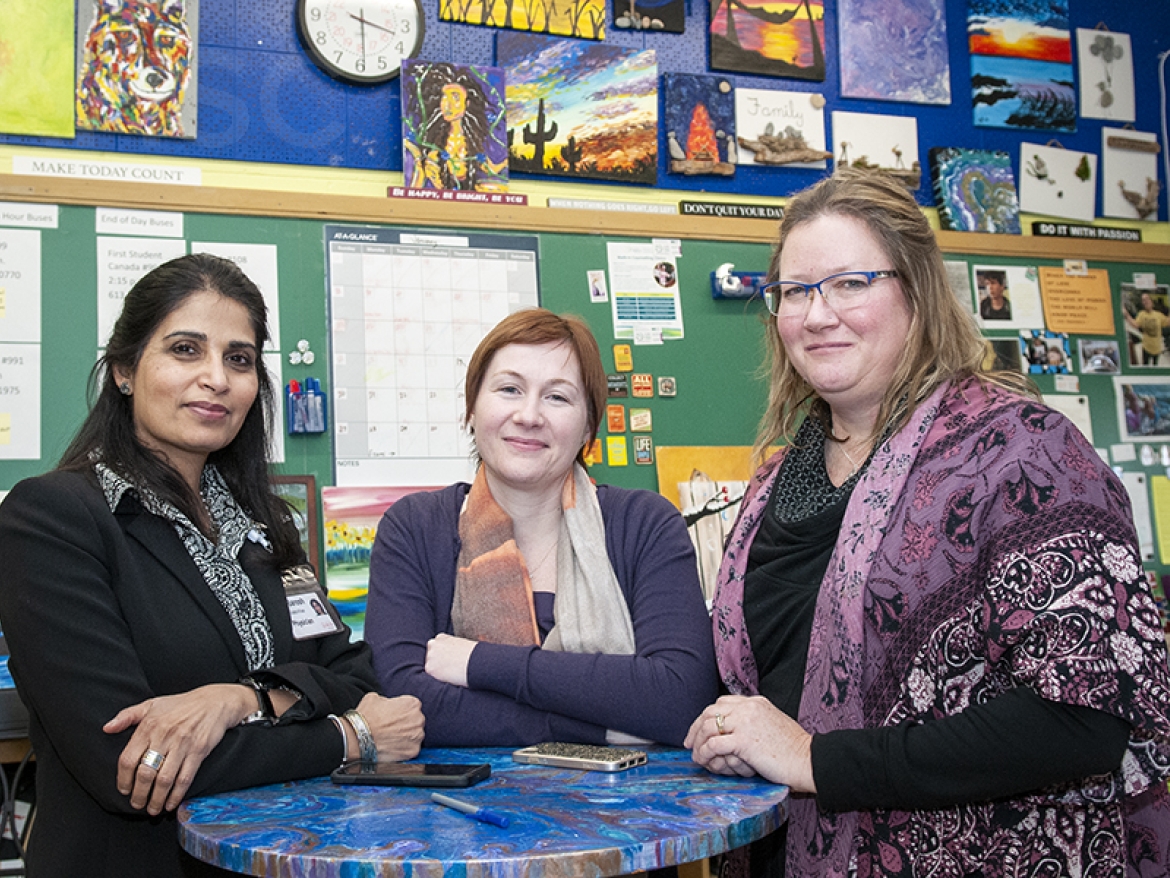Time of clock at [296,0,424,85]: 3:29
